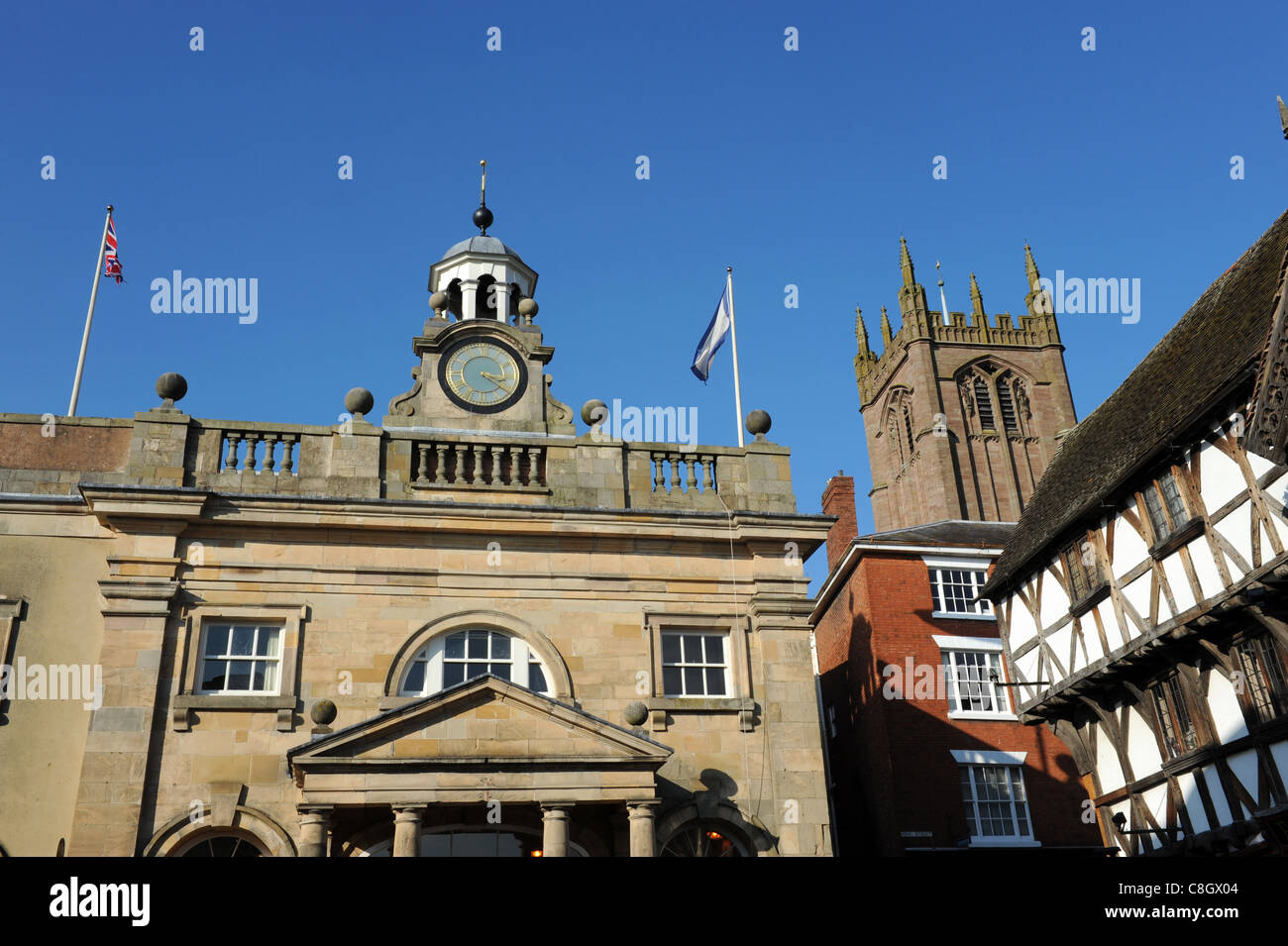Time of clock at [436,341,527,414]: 3:21
